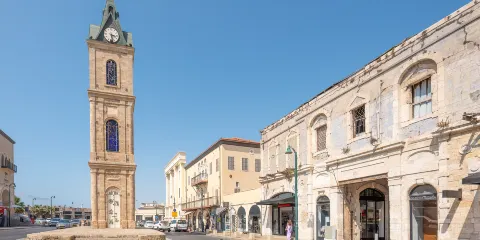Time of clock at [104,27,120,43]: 3:28
